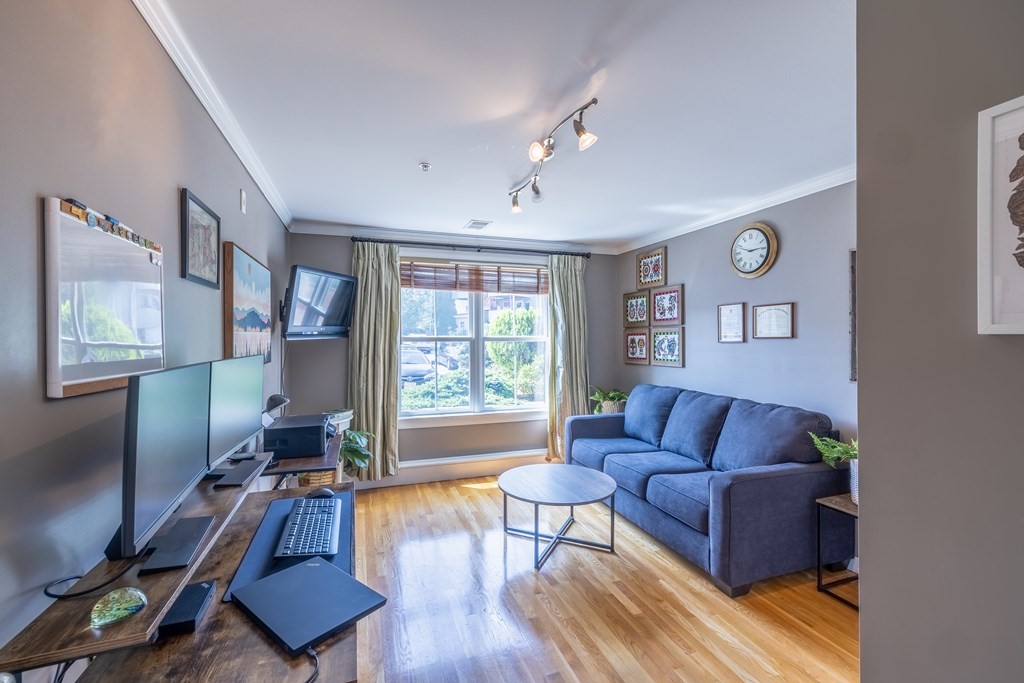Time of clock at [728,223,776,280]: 2:48
